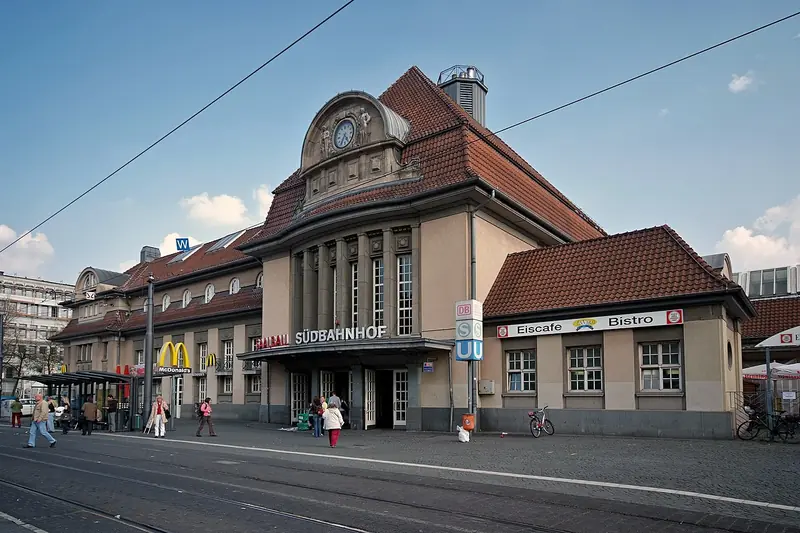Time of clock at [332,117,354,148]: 4:34
